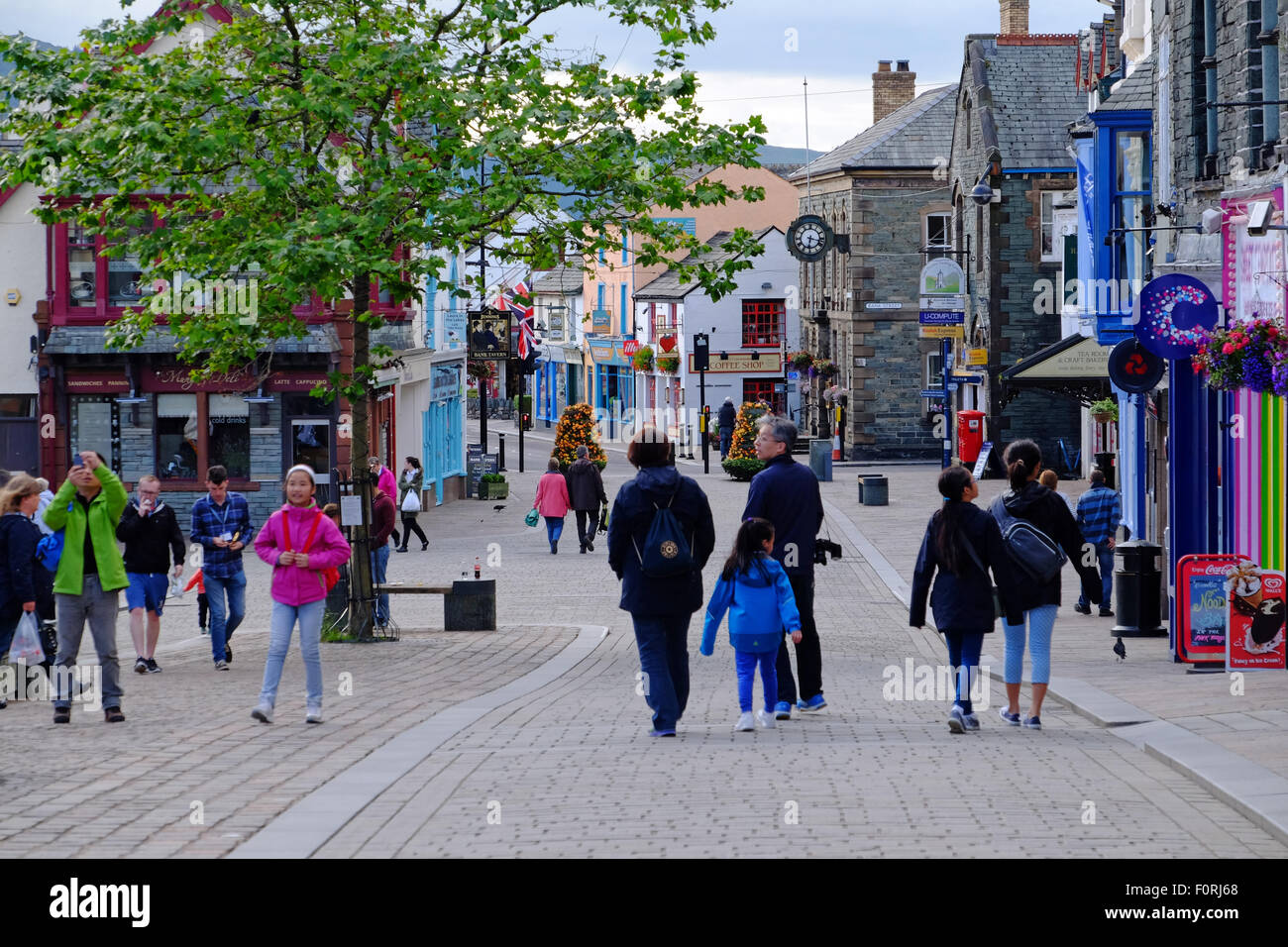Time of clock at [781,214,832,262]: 6:17
